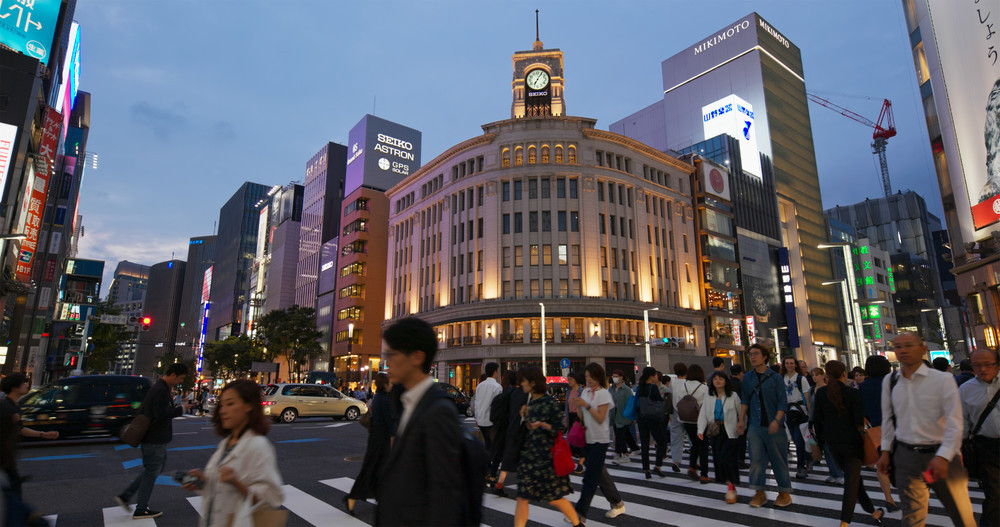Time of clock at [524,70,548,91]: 7:05
